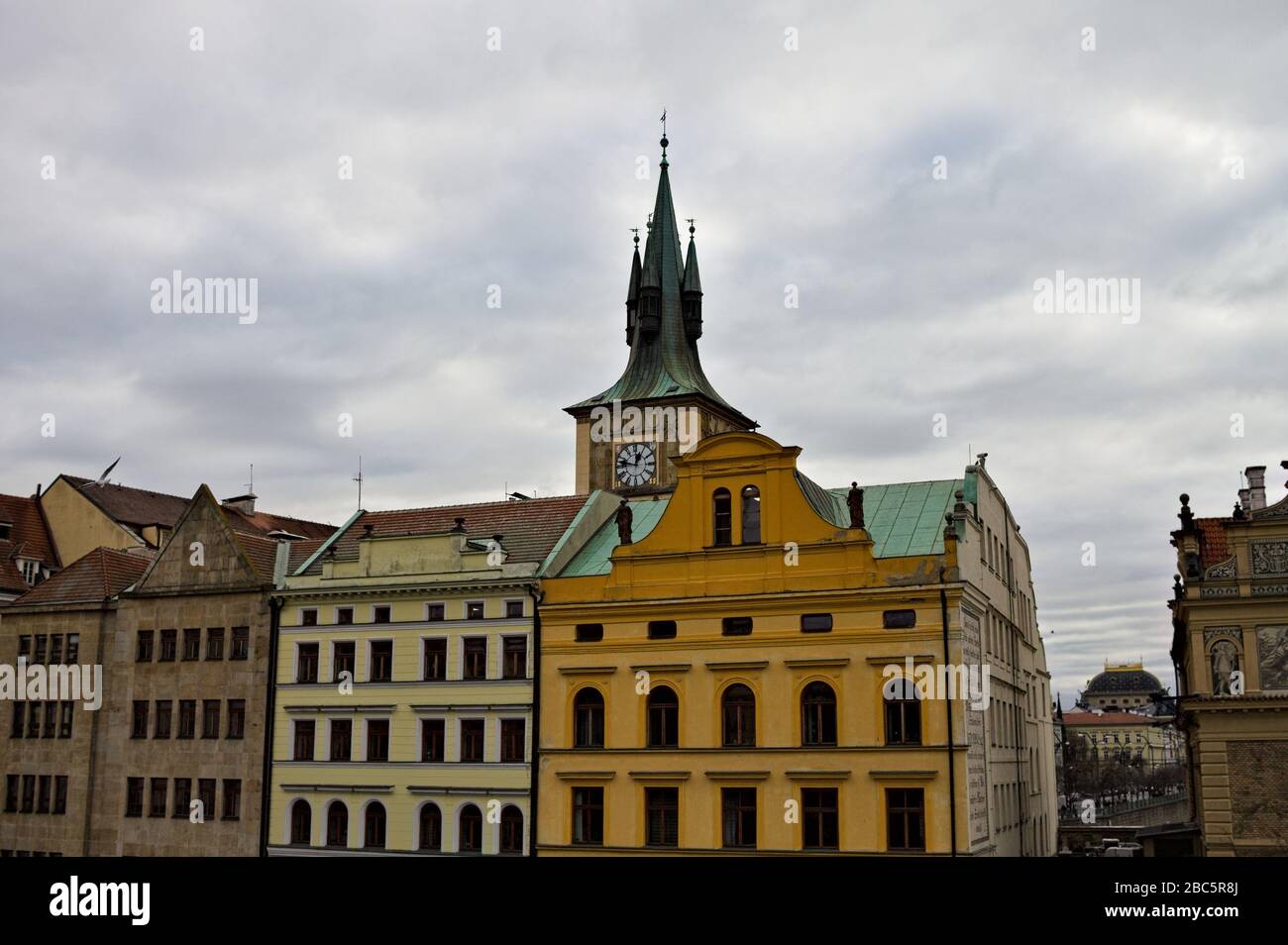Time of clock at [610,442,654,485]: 12:47
